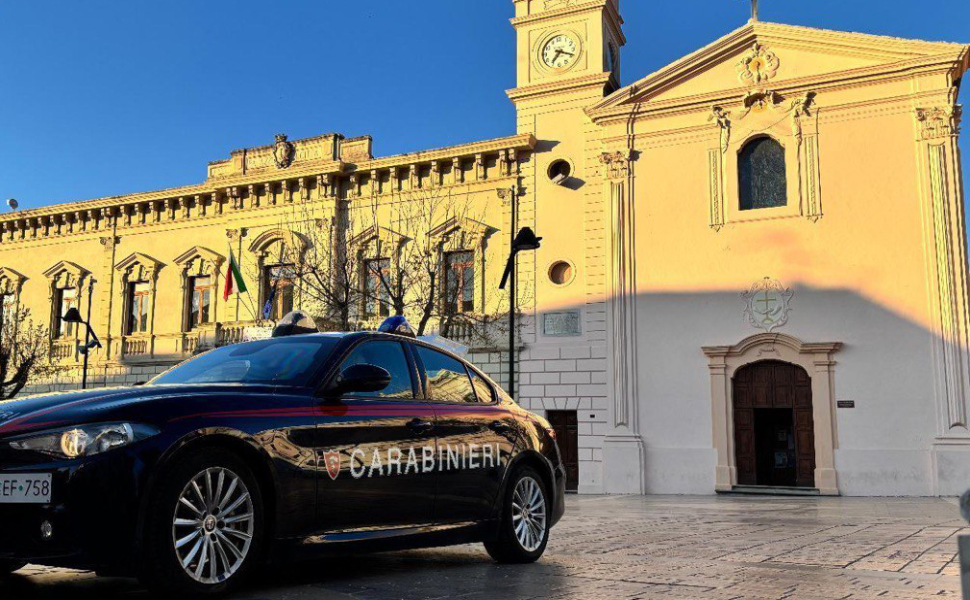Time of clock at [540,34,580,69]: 7:18
